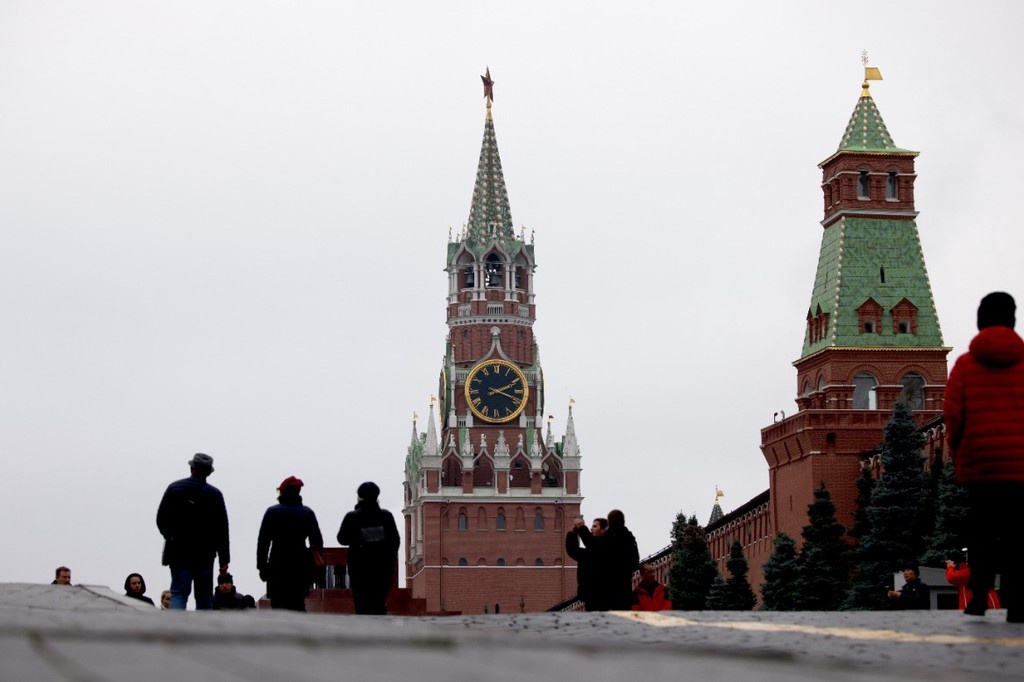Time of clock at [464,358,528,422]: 2:18
